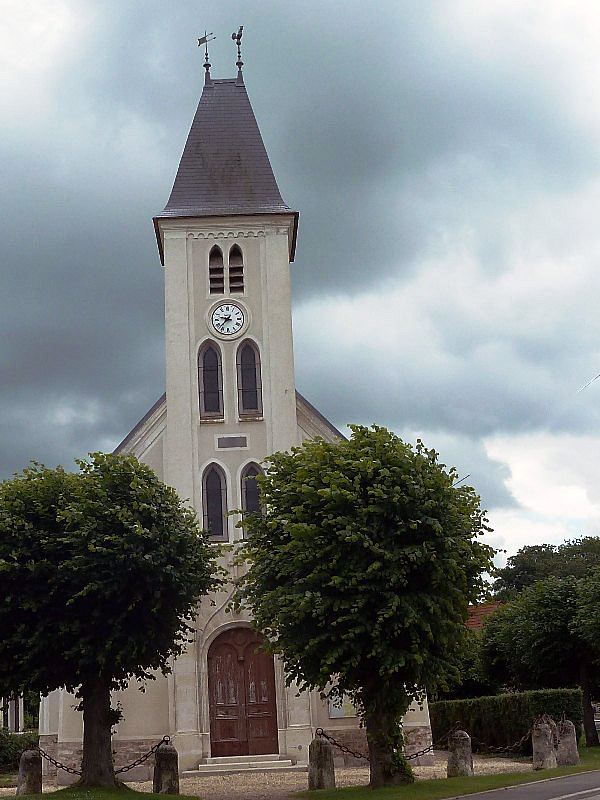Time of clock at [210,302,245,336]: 9:37
